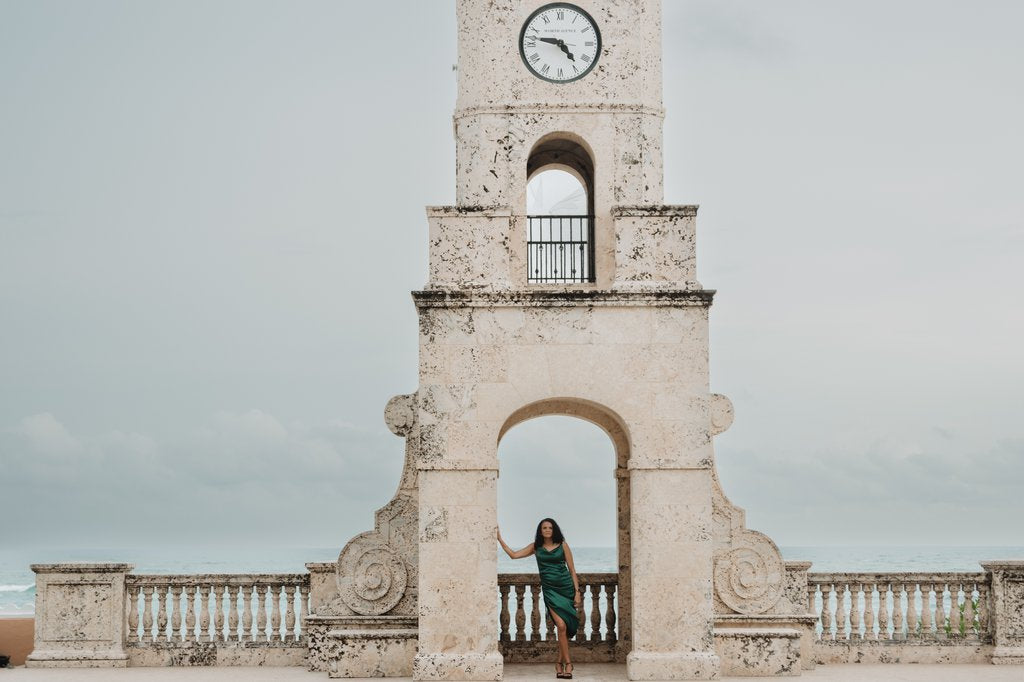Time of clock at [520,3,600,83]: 4:46
